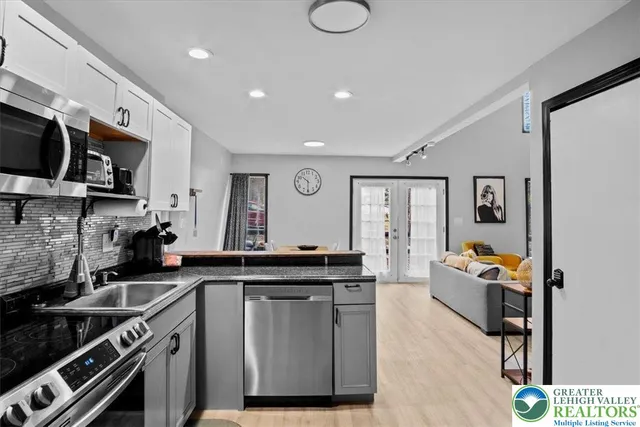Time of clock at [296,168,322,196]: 10:30
